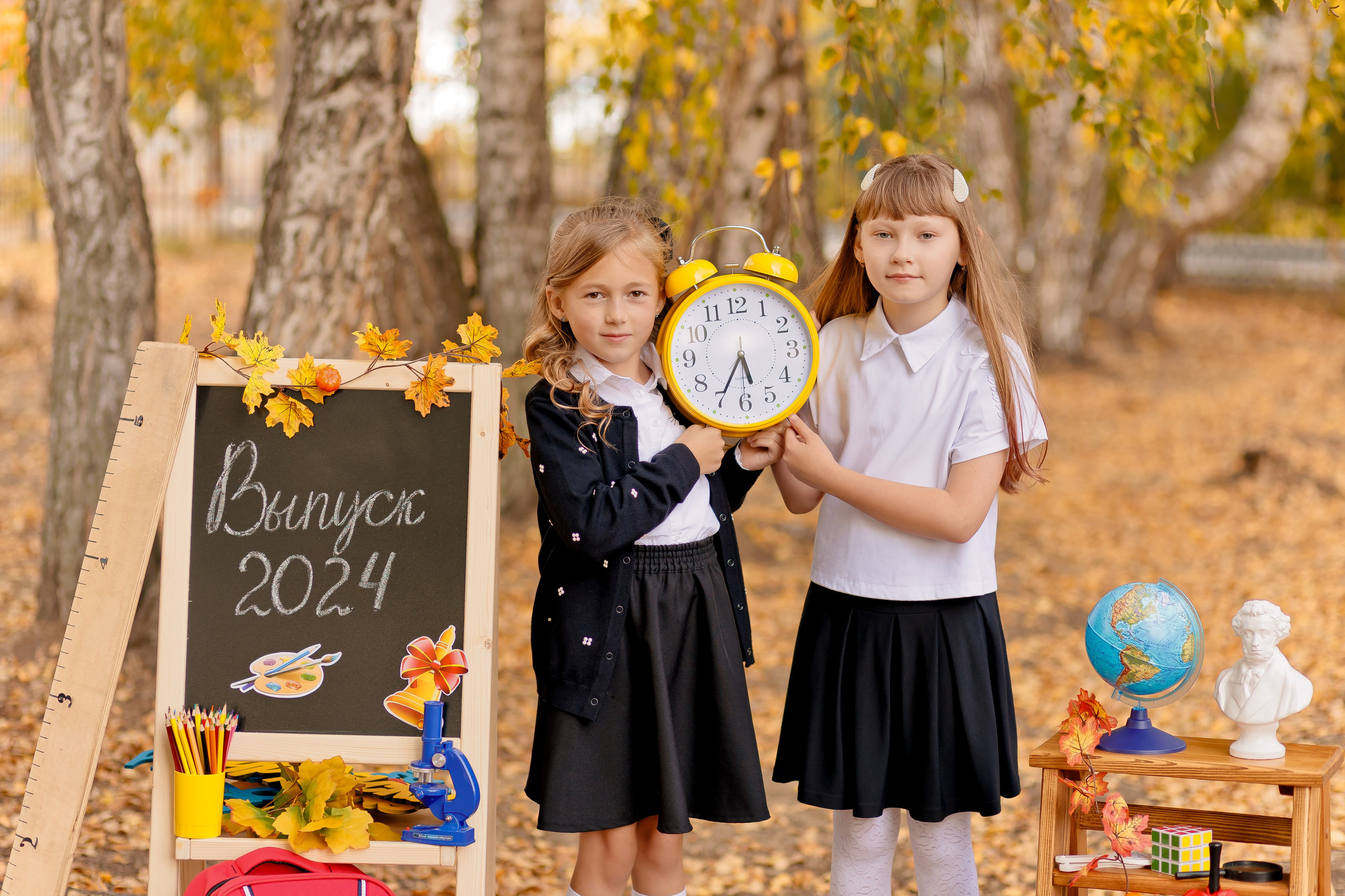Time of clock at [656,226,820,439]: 5:34
